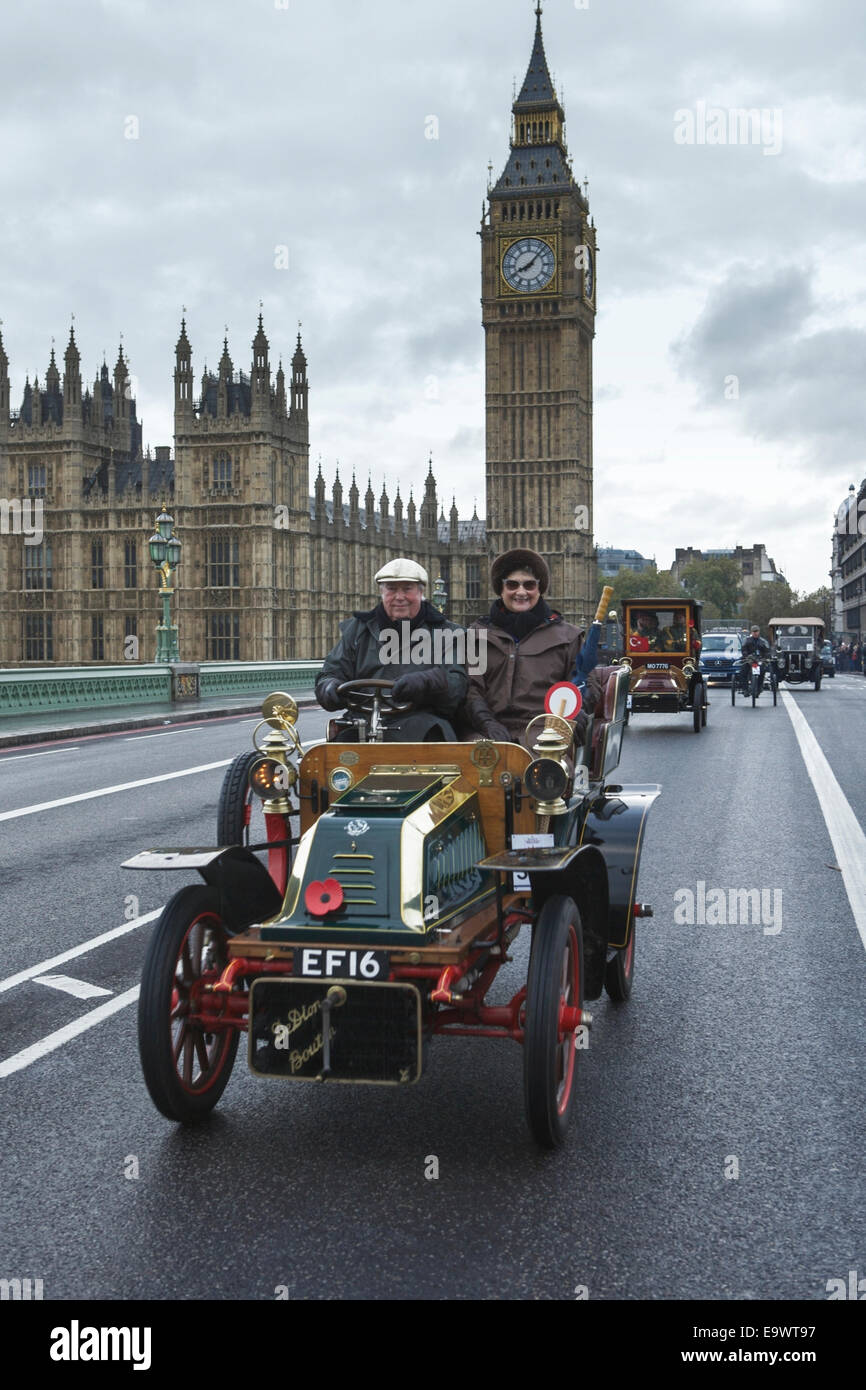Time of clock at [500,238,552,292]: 8:07
